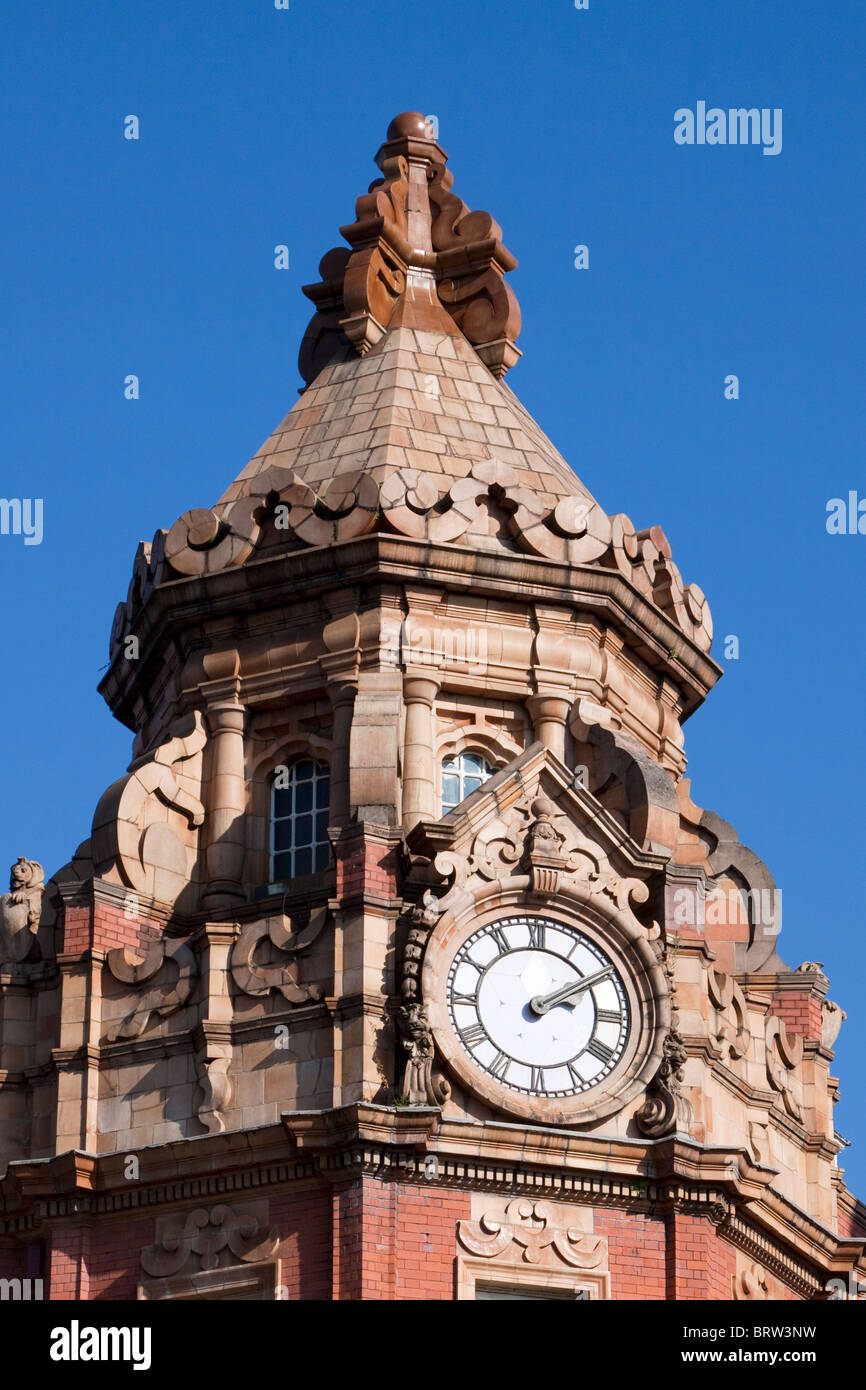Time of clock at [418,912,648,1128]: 2:09
